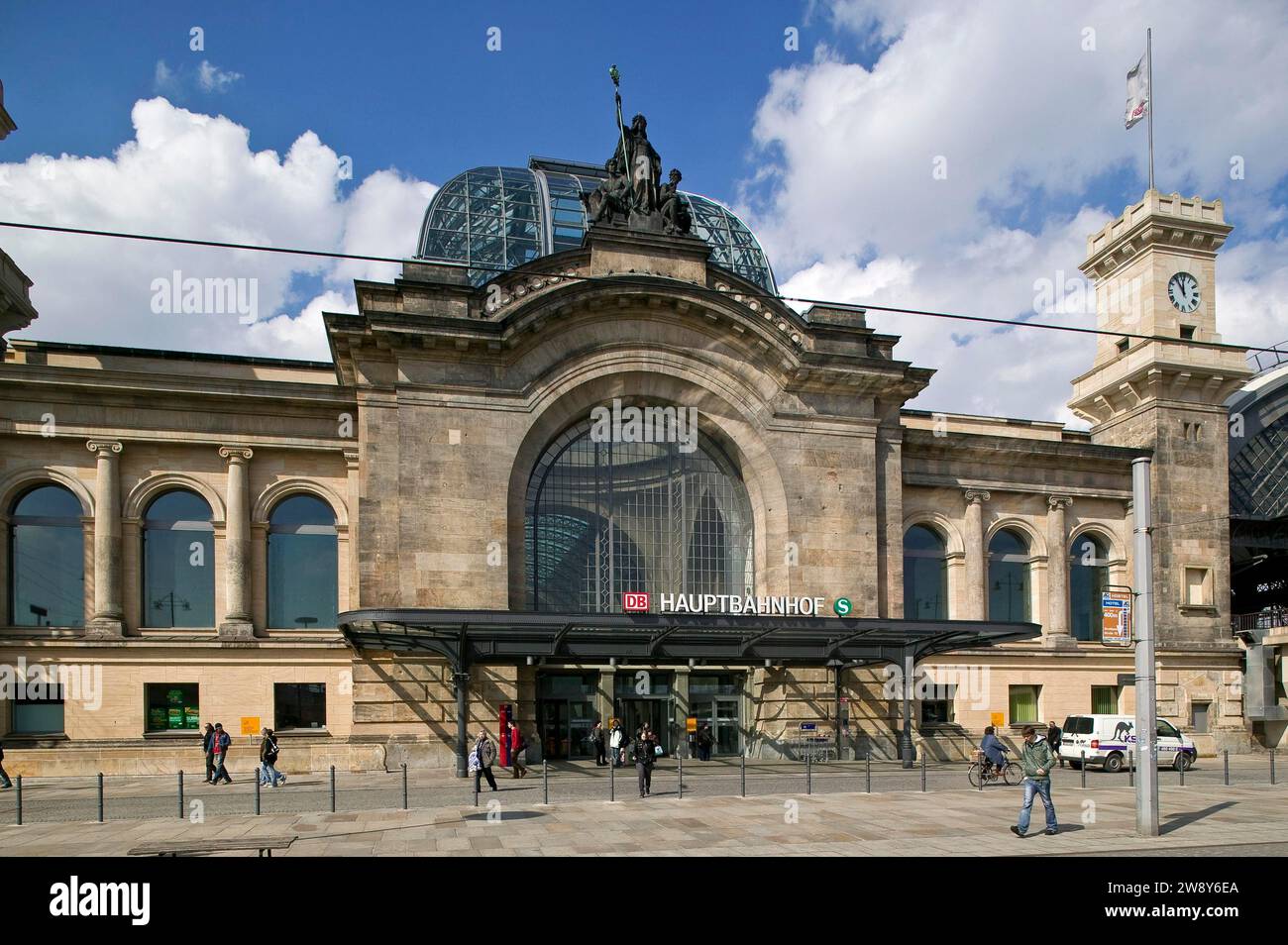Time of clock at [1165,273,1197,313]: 11:54
